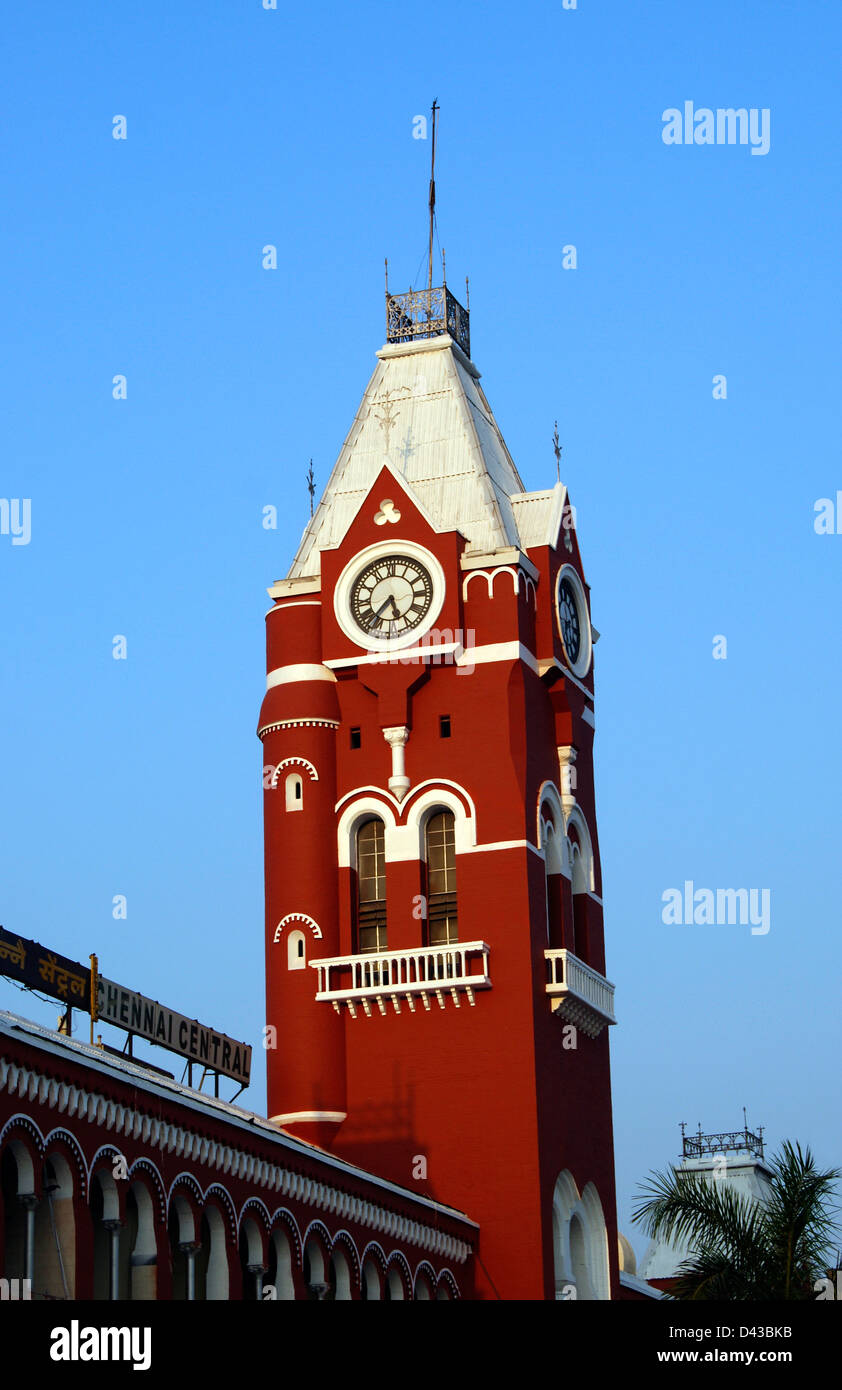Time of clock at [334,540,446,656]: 5:36
